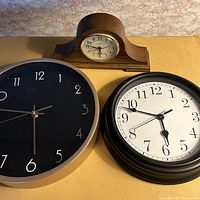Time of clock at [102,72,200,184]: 5:47
